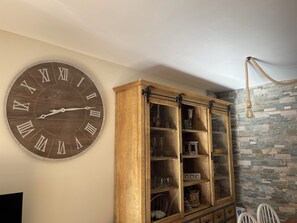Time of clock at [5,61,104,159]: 8:13
